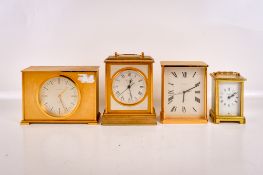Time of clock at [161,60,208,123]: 6:11
